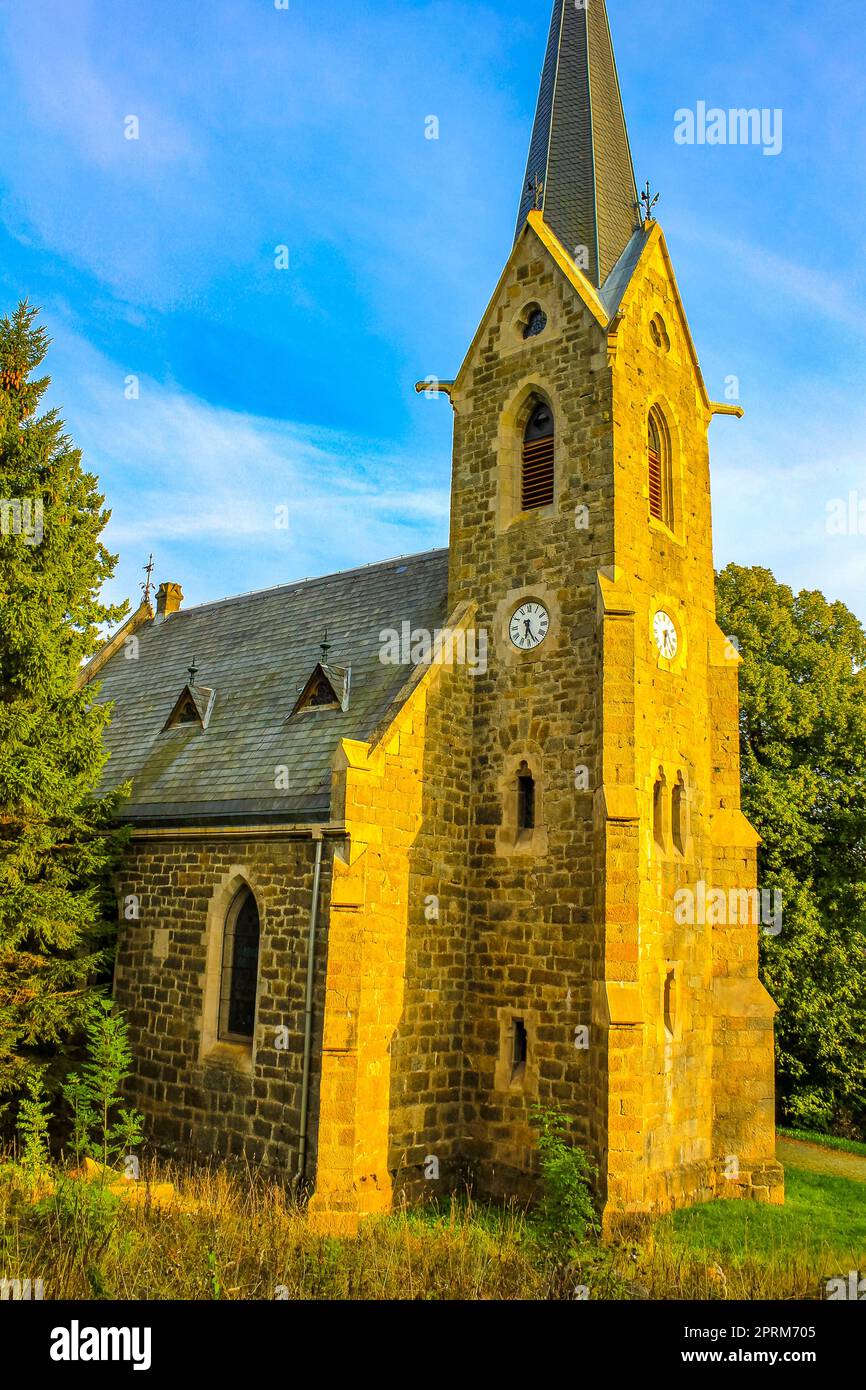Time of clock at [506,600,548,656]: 6:25
